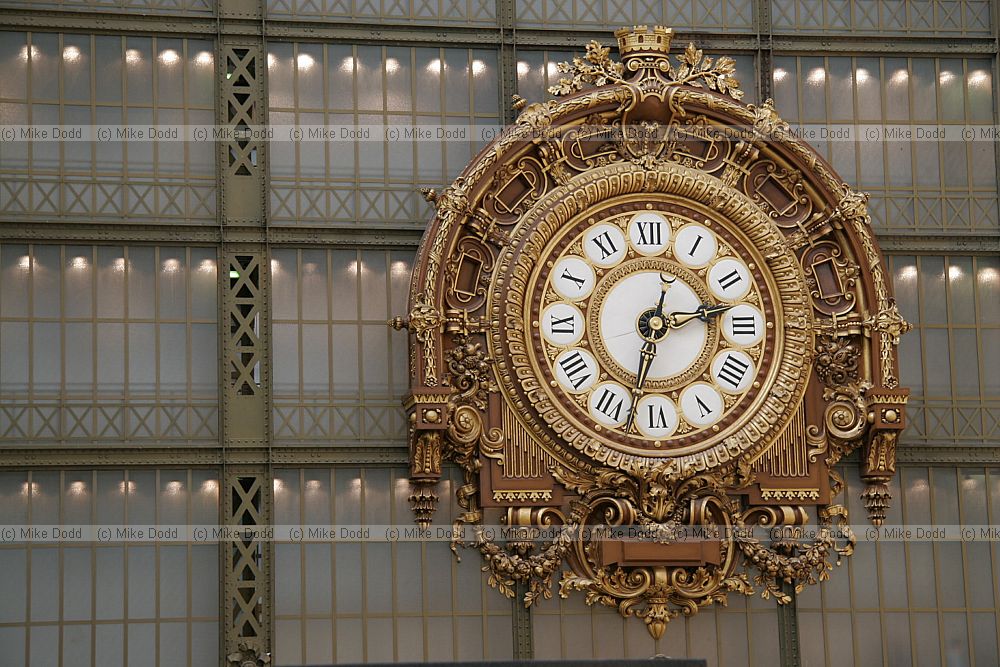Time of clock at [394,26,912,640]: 2:32
